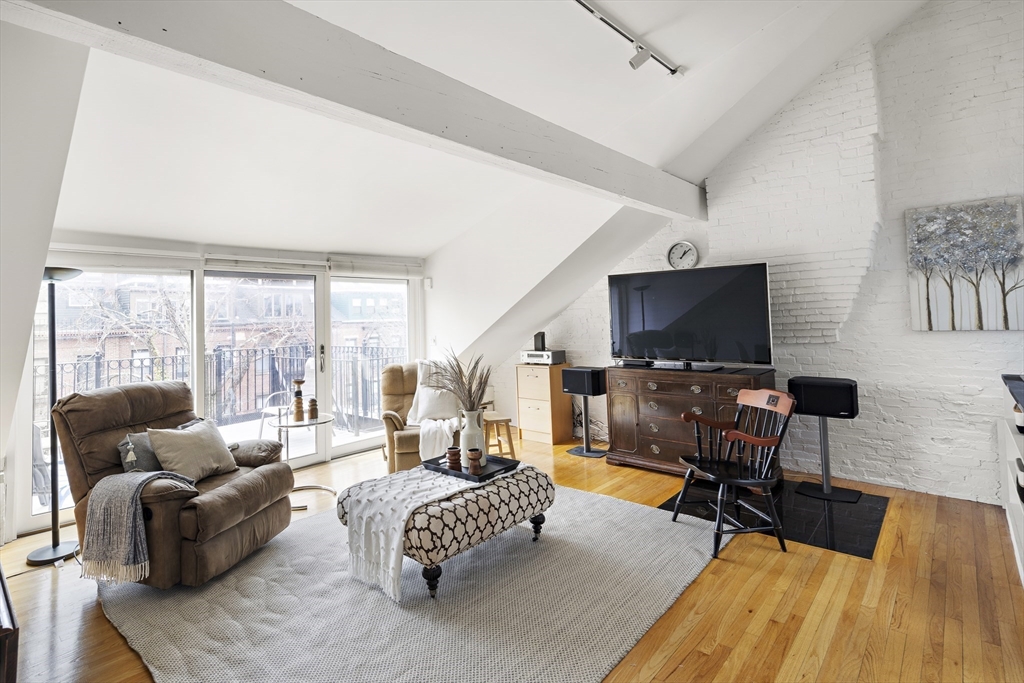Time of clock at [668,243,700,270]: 1:08
